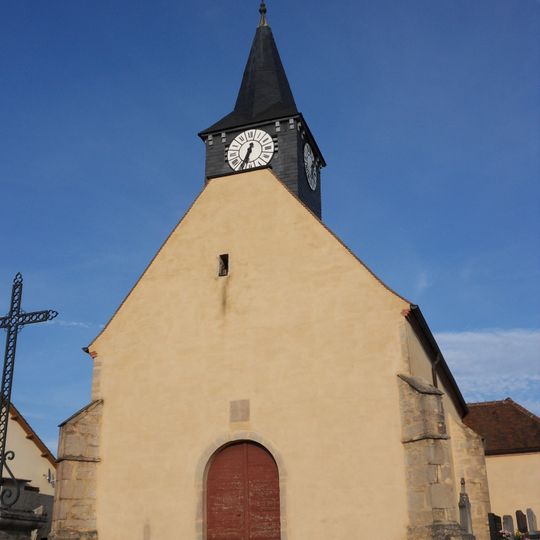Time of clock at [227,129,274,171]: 6:34
